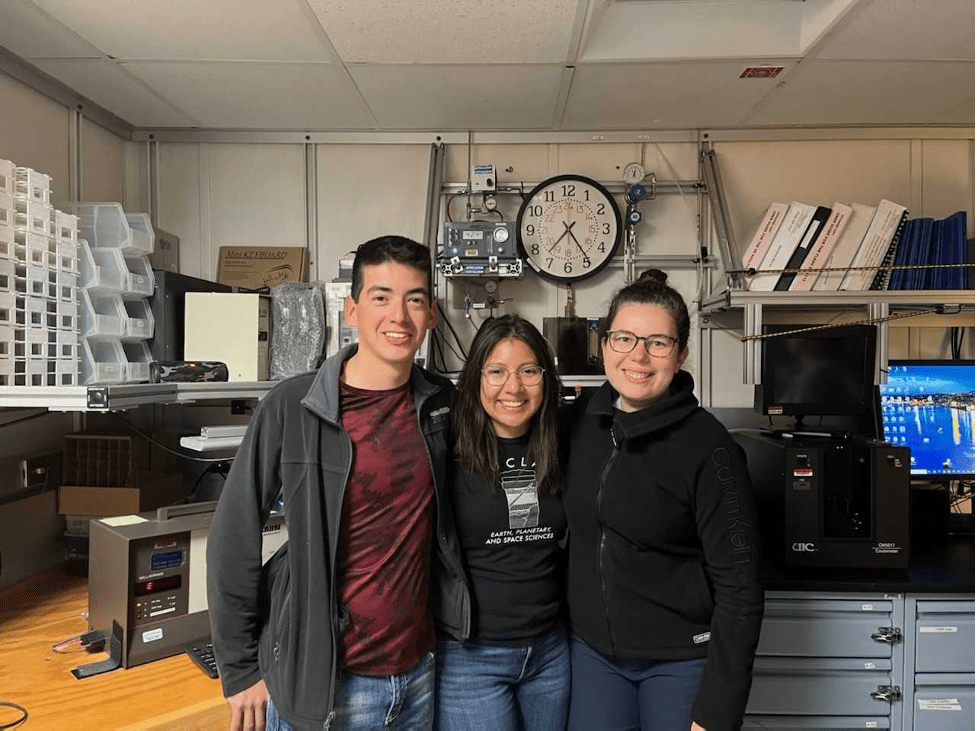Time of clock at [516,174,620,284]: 7:24
